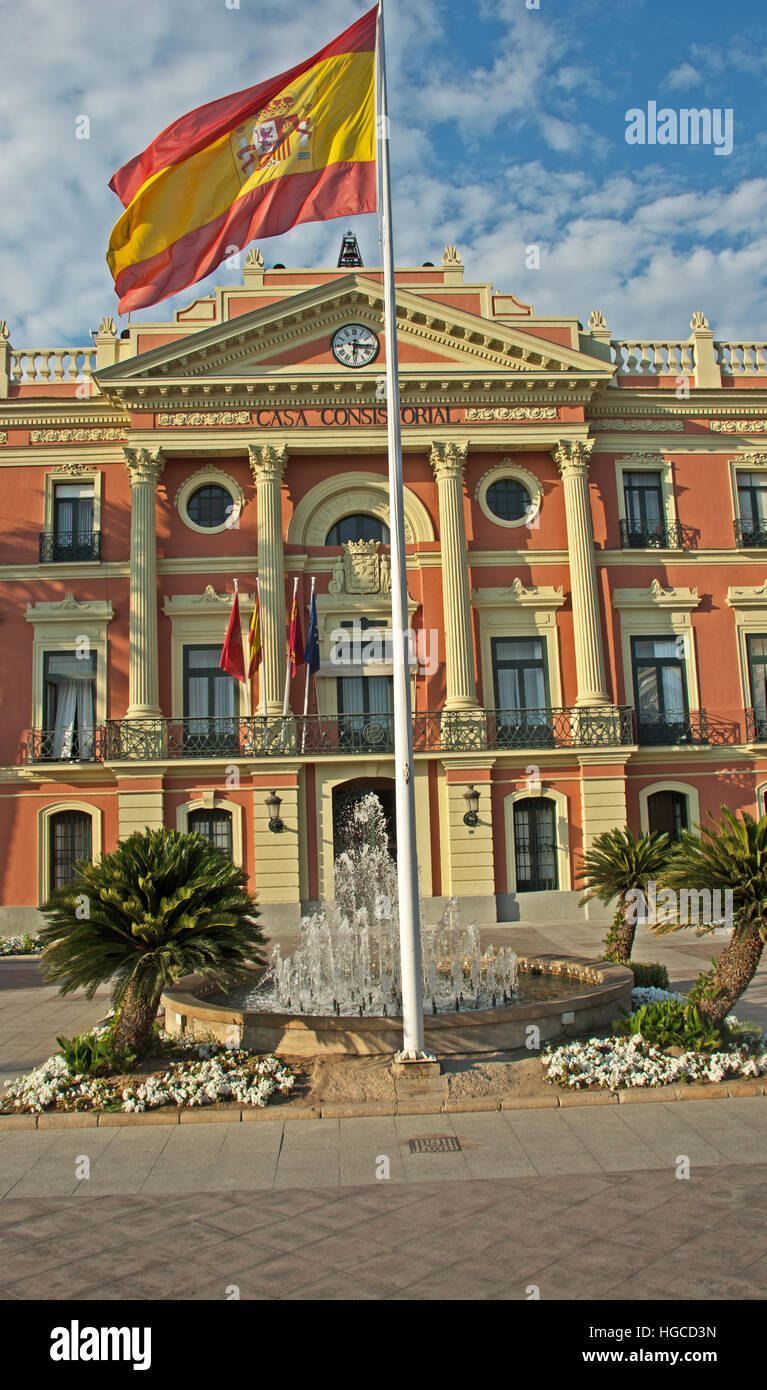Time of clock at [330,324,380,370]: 6:15
